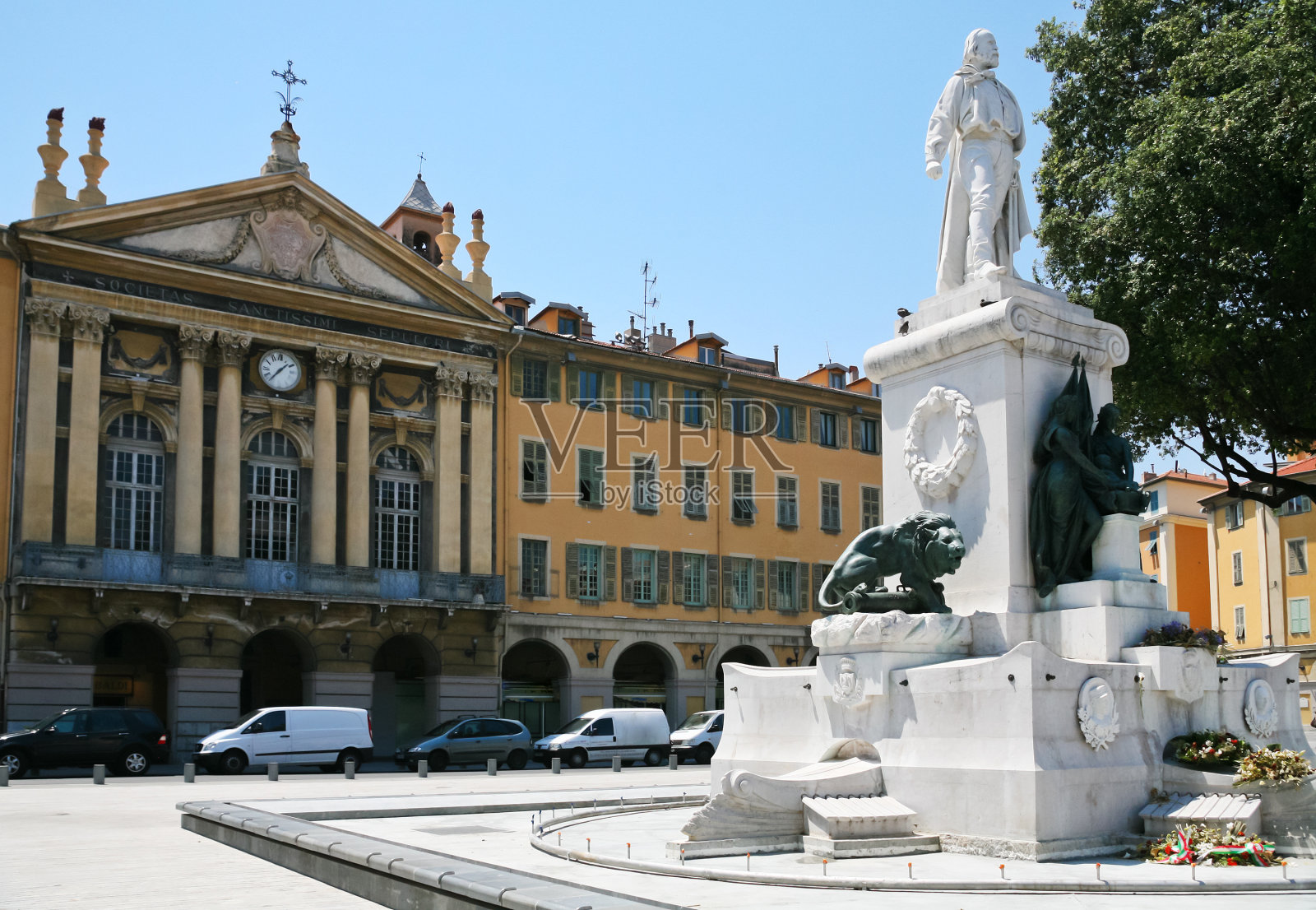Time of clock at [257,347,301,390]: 1:36
